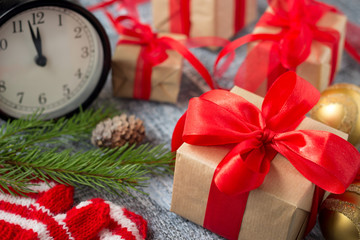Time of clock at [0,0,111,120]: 11:57
